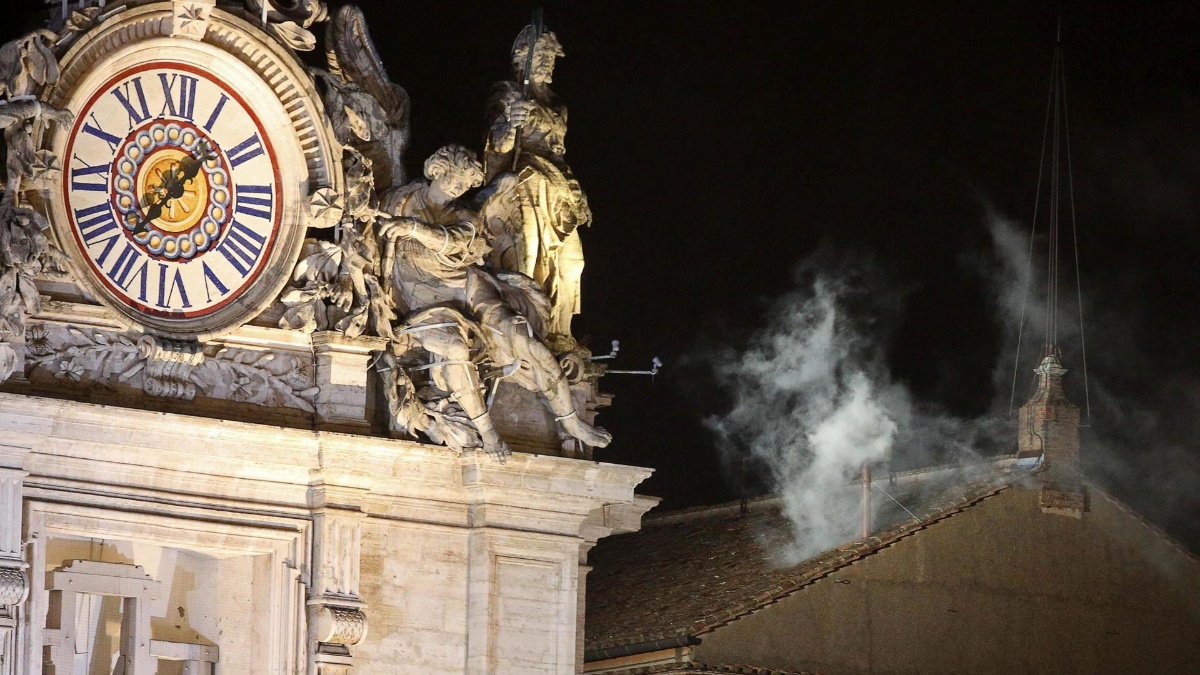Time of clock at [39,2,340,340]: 1:37
